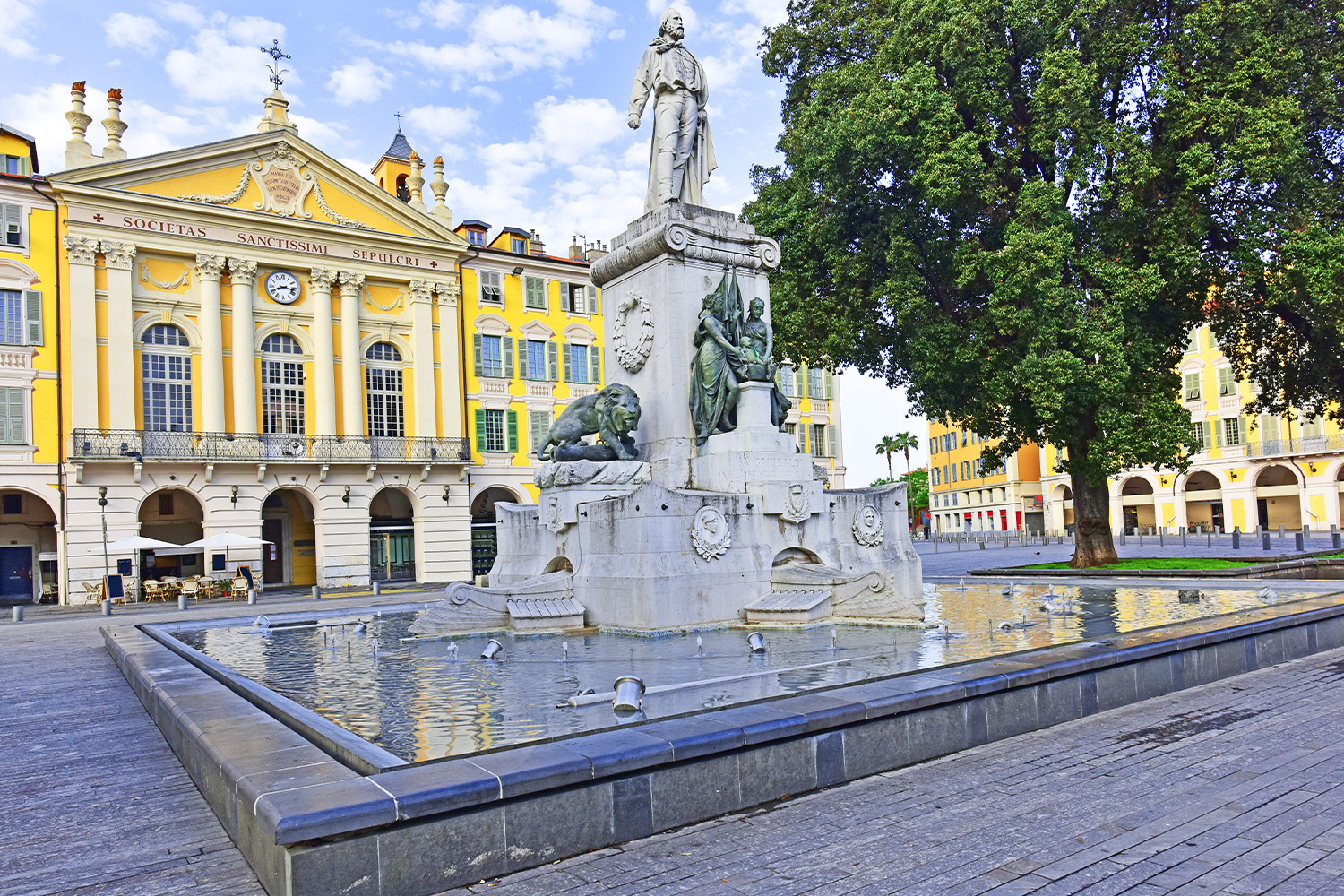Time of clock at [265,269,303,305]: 8:16
